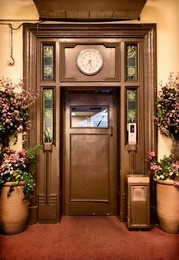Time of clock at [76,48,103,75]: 7:27
